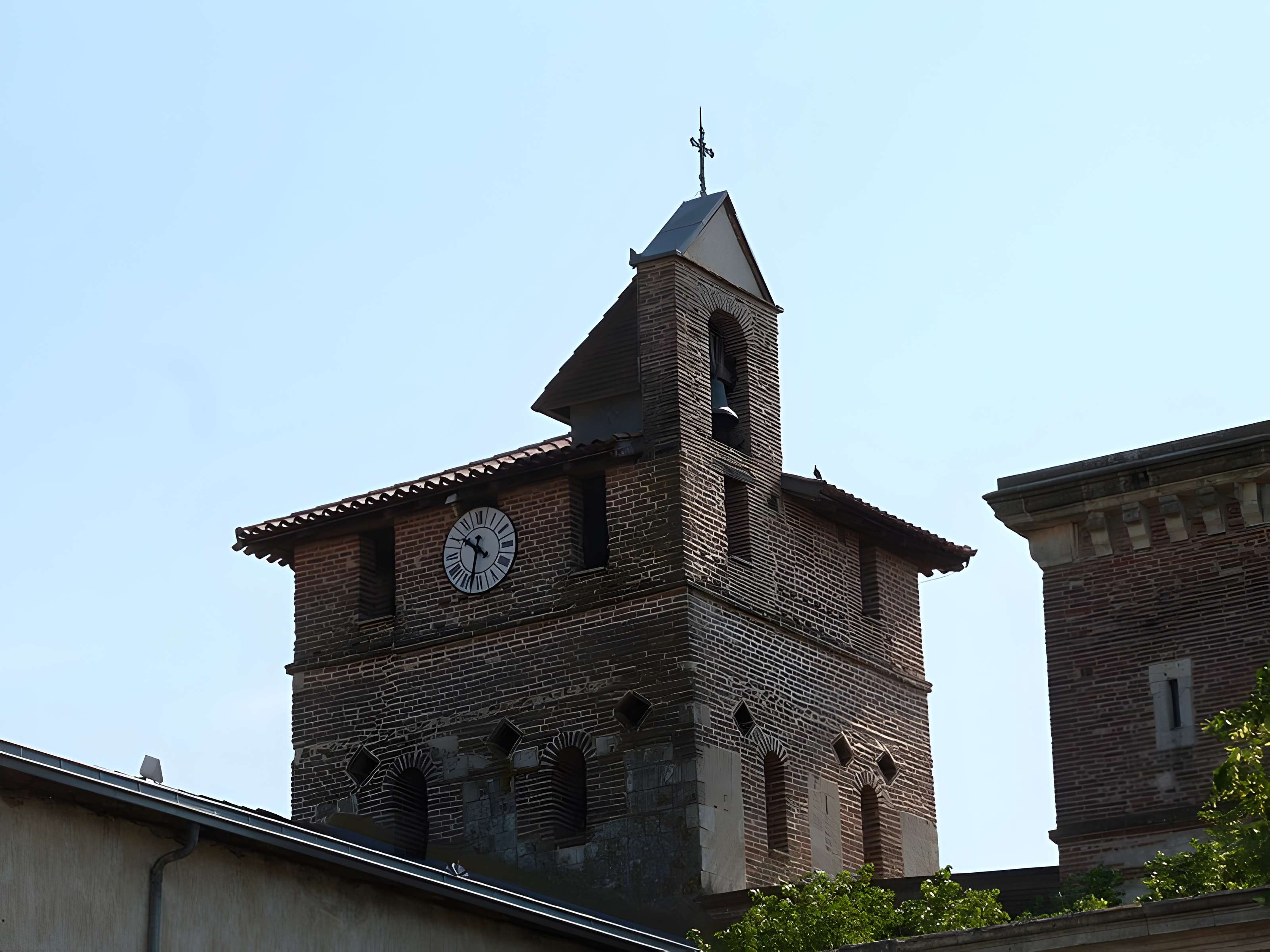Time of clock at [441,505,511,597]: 10:32
